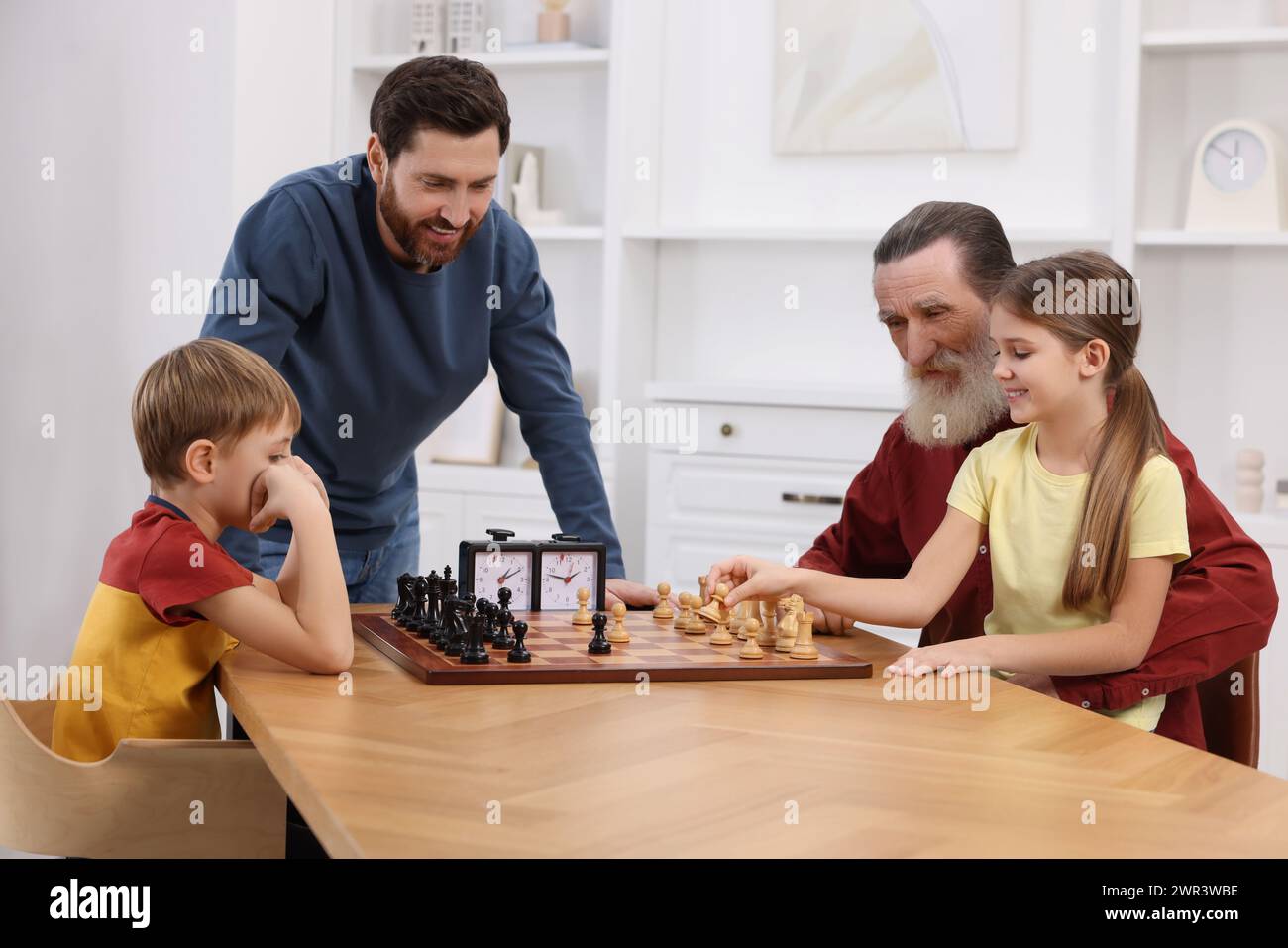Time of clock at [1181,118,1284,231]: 11:50
